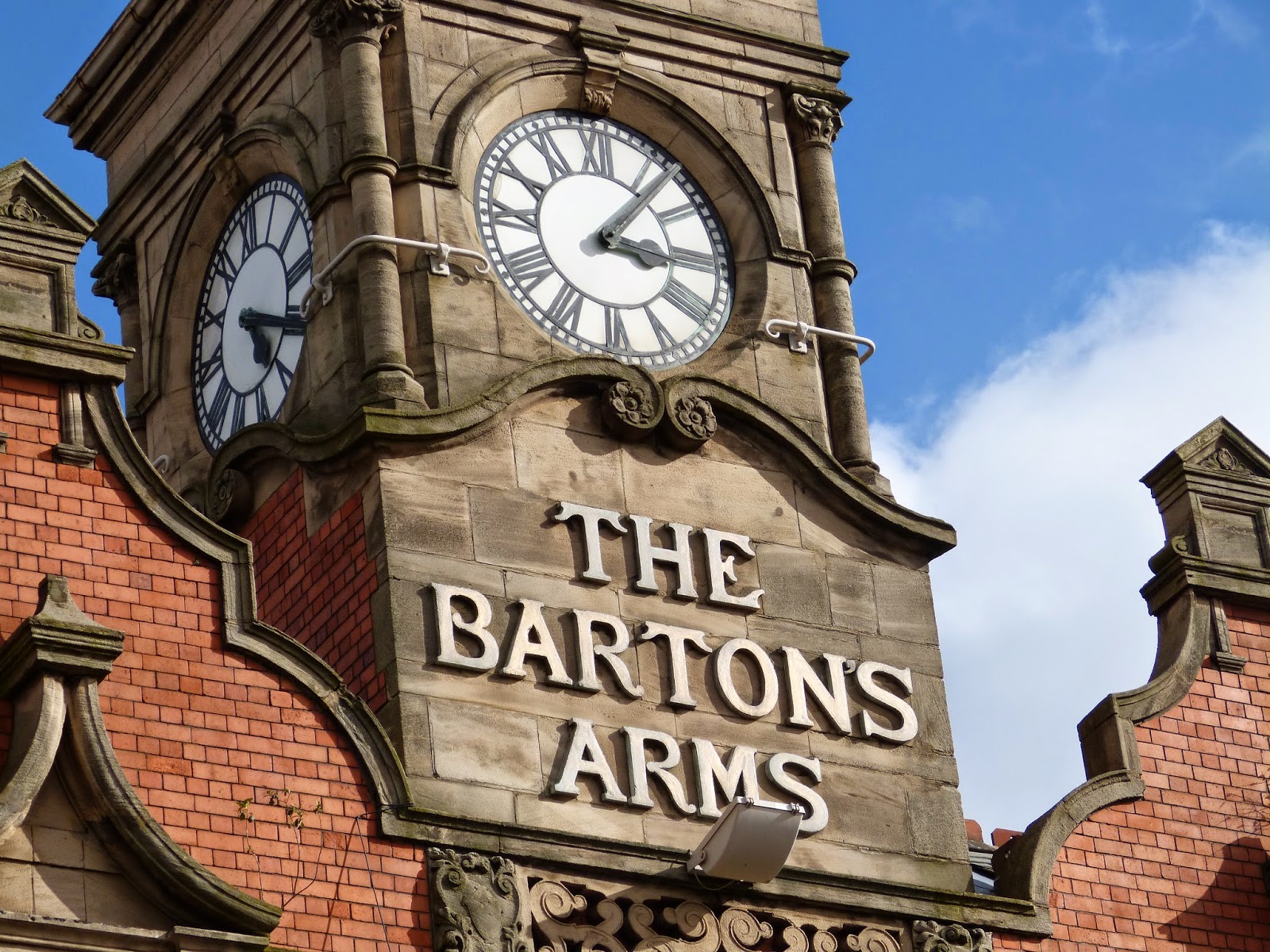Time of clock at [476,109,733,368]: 3:07
